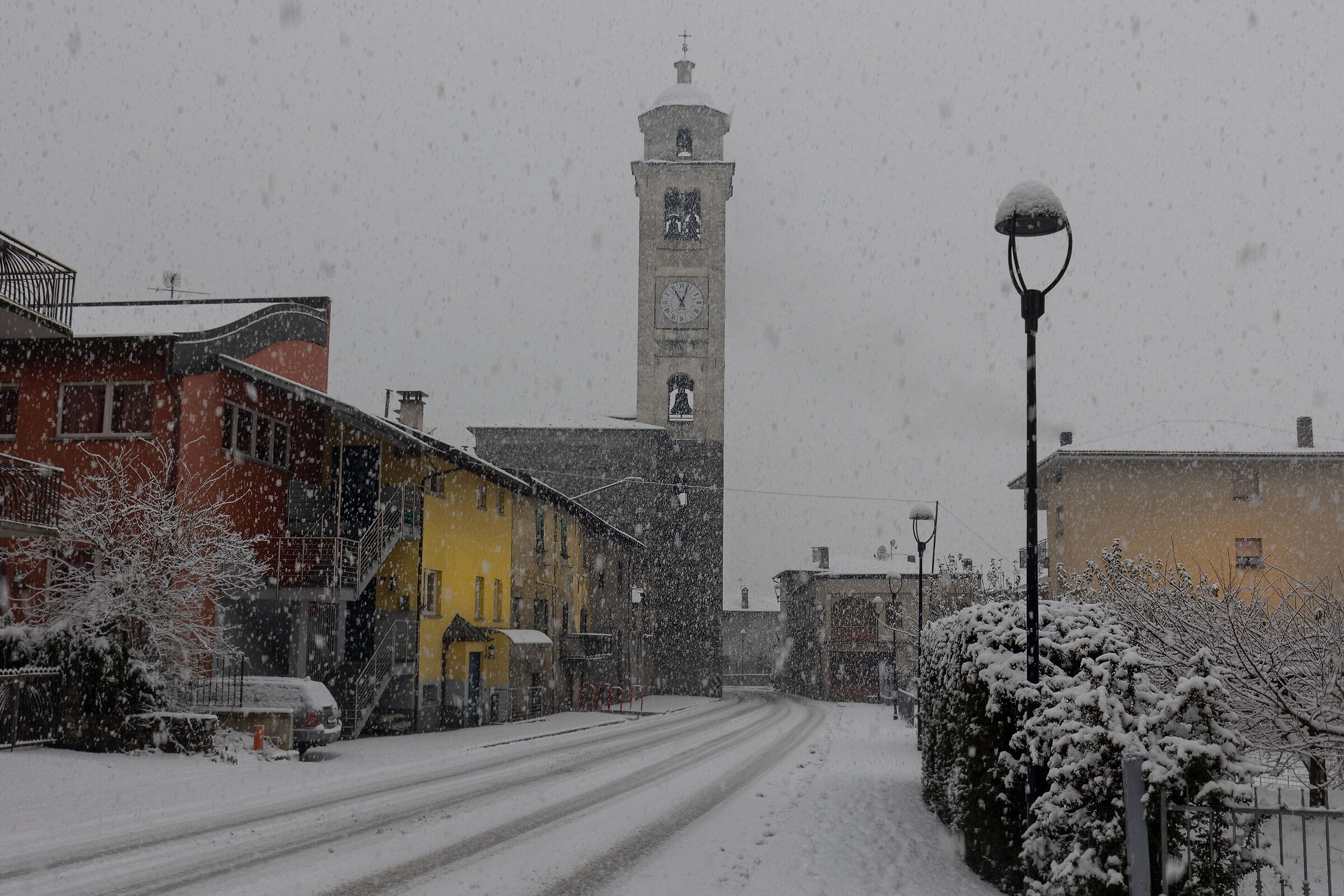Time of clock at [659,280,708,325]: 11:03
